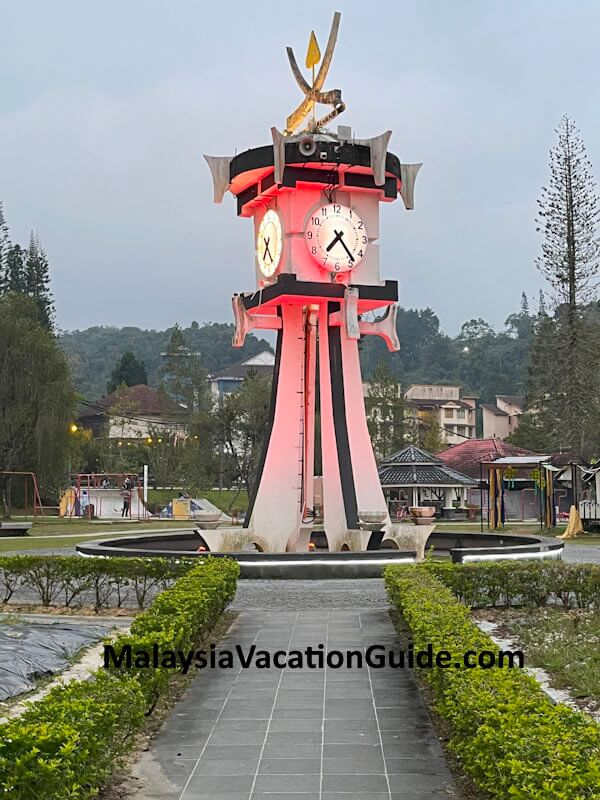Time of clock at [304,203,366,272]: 7:23
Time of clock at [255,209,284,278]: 7:25
